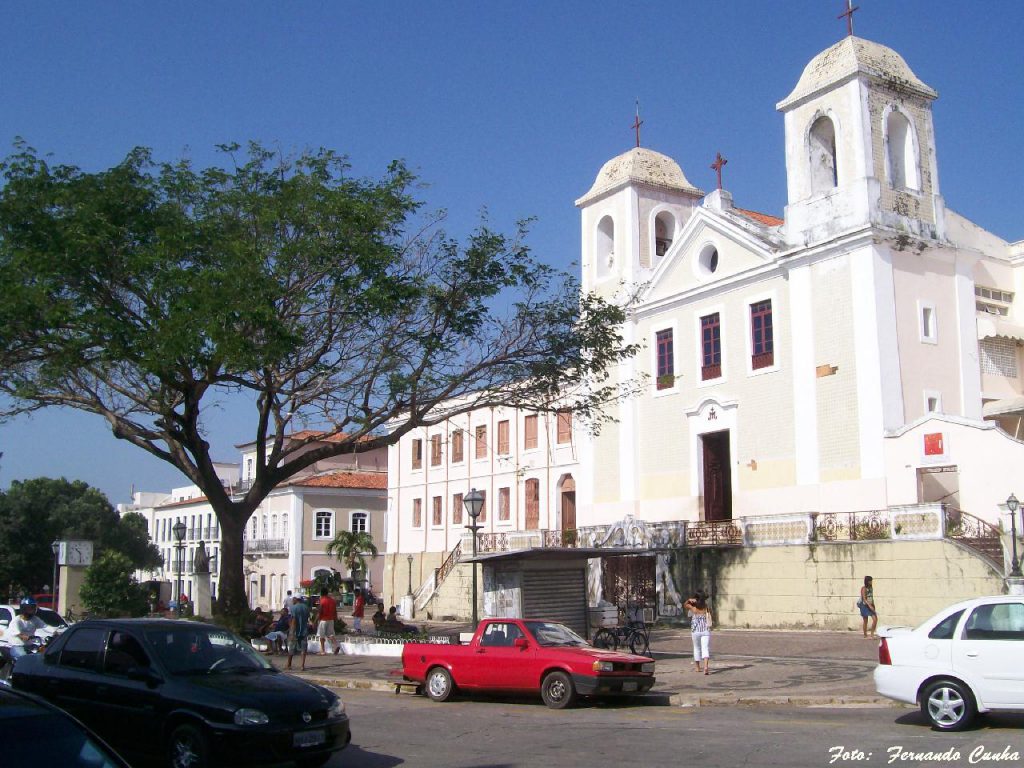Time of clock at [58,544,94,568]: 10:28
